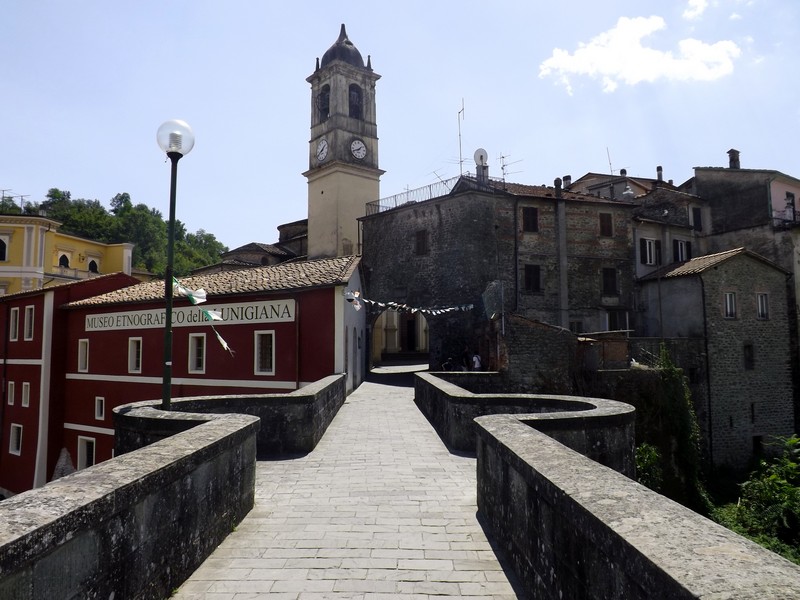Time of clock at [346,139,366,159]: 1:41
